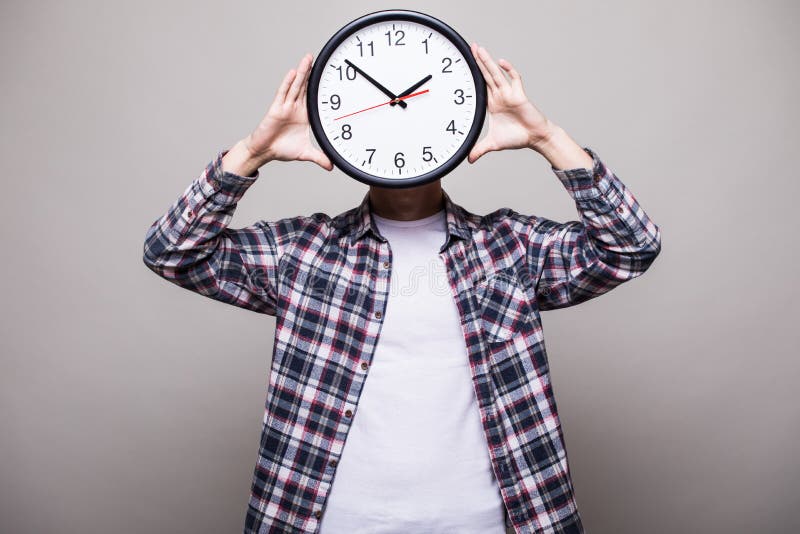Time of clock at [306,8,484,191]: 1:51
